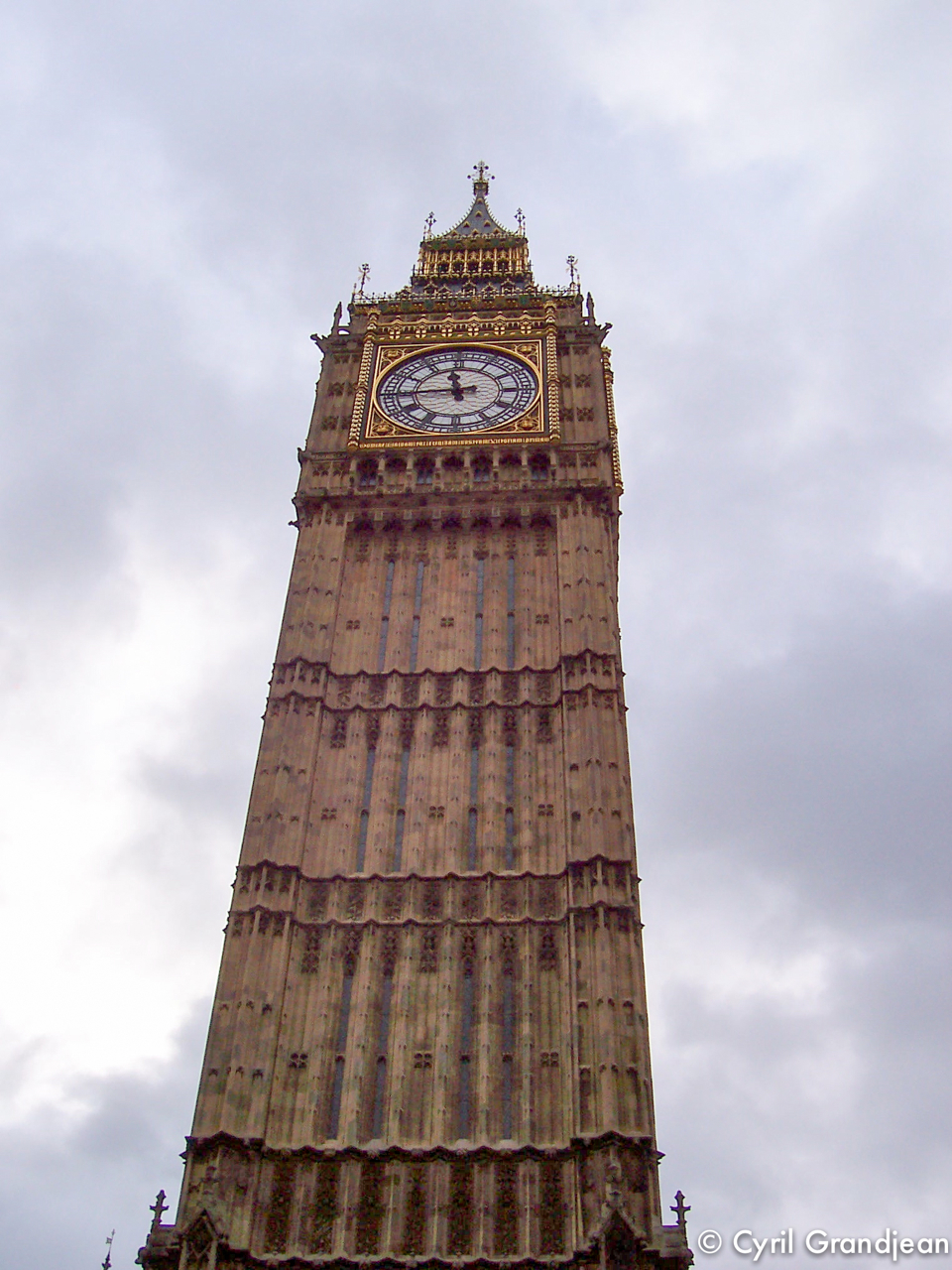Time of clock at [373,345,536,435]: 11:44
